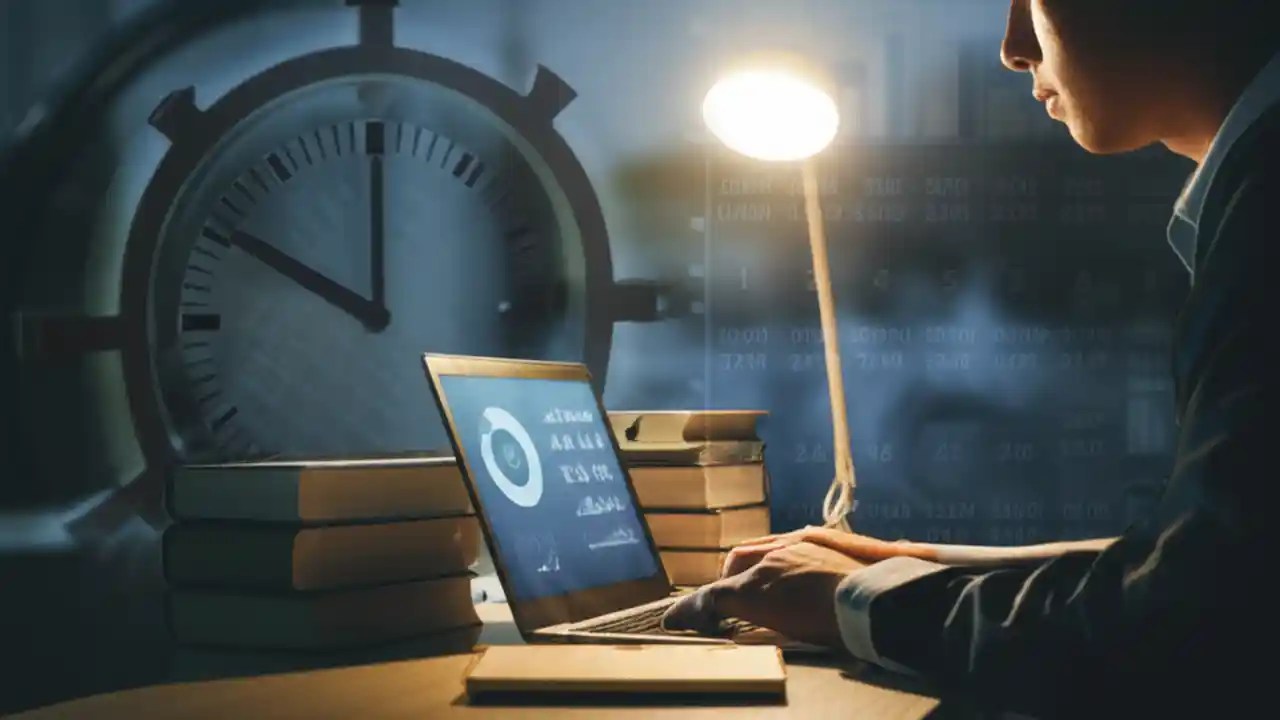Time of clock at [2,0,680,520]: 10:00
